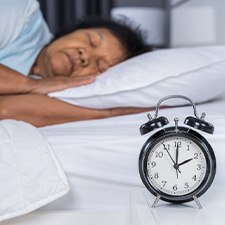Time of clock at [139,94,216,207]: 2:00
